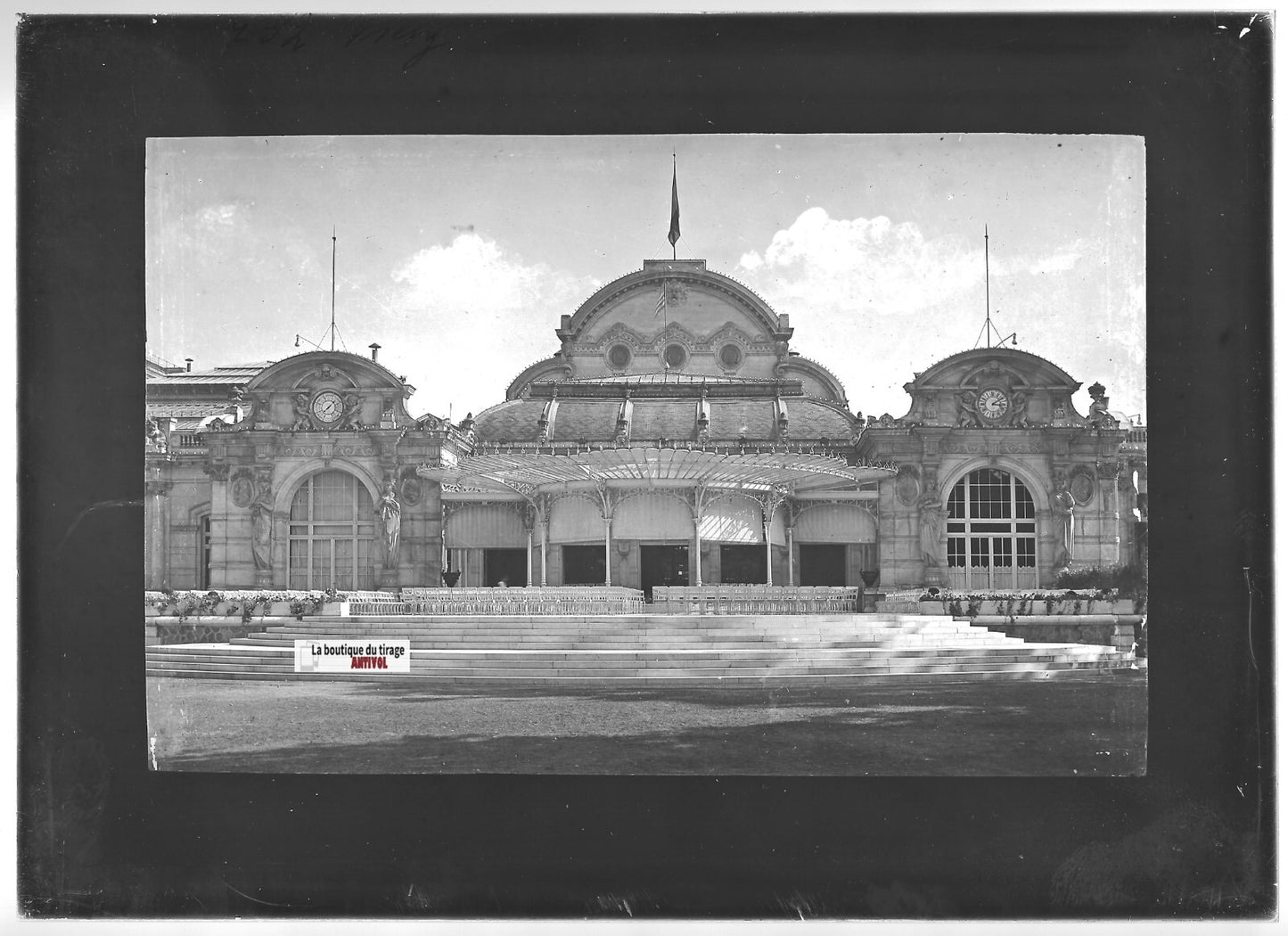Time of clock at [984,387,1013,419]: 3:09
